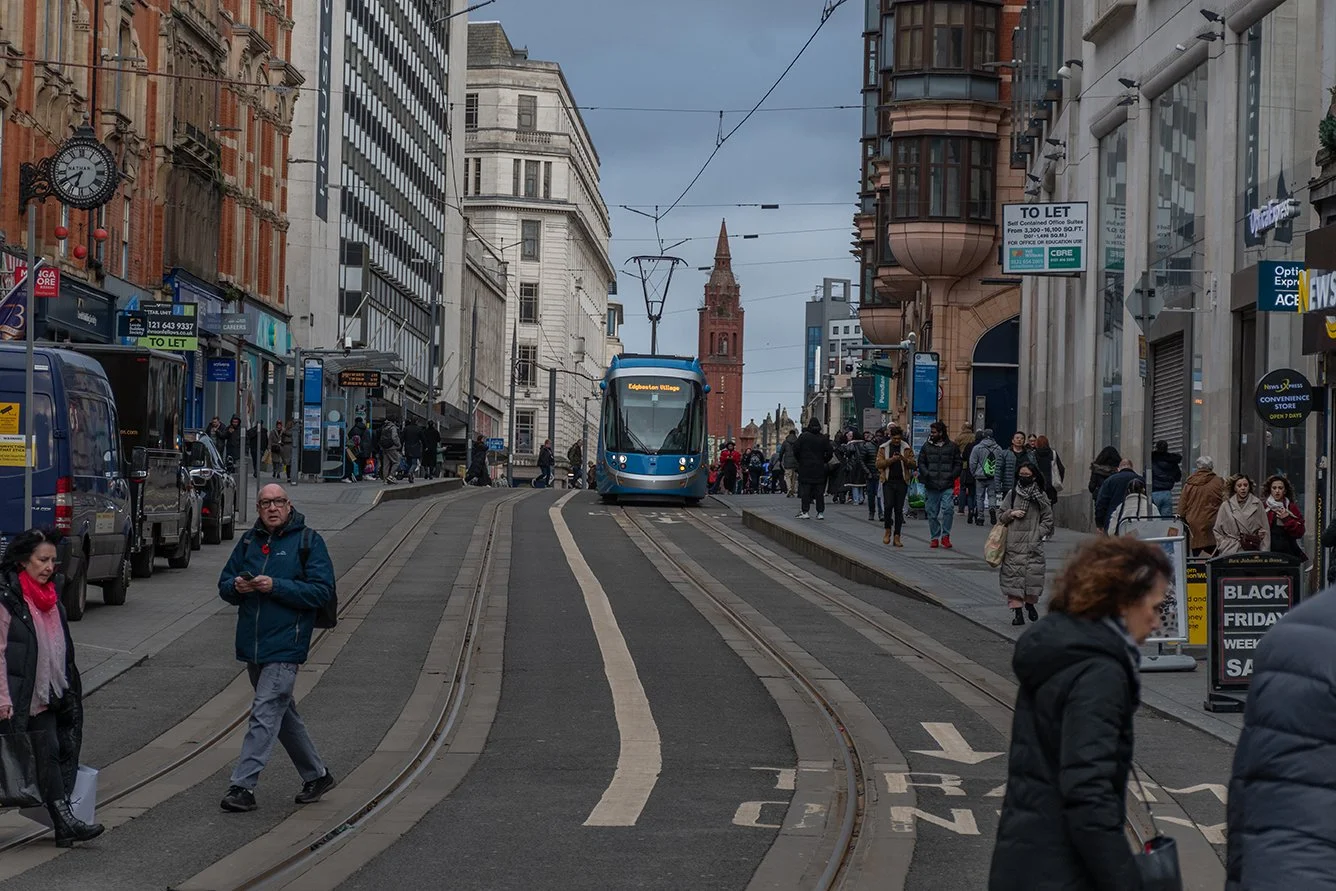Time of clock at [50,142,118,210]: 6:40
